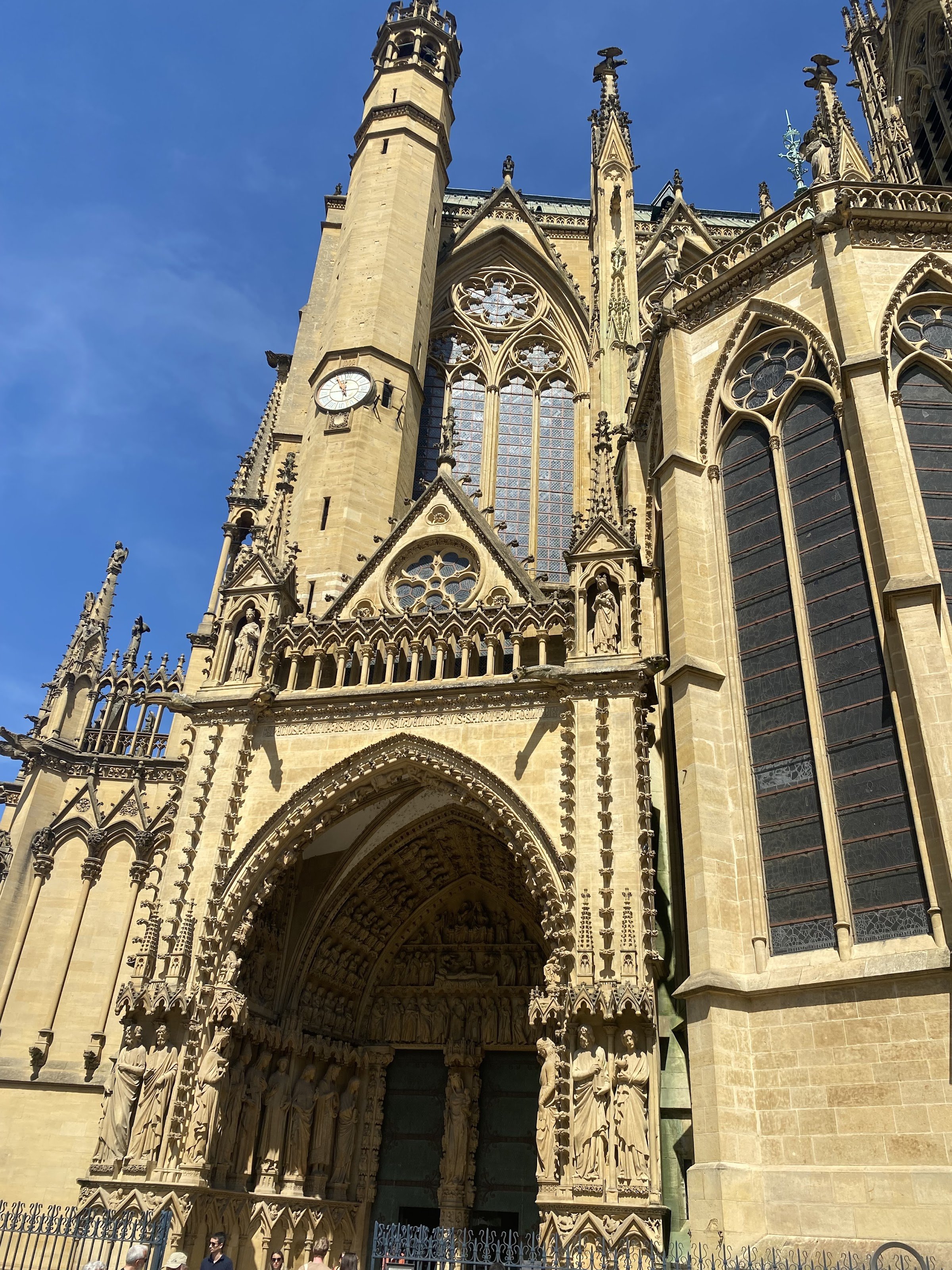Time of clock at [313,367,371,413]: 11:55
